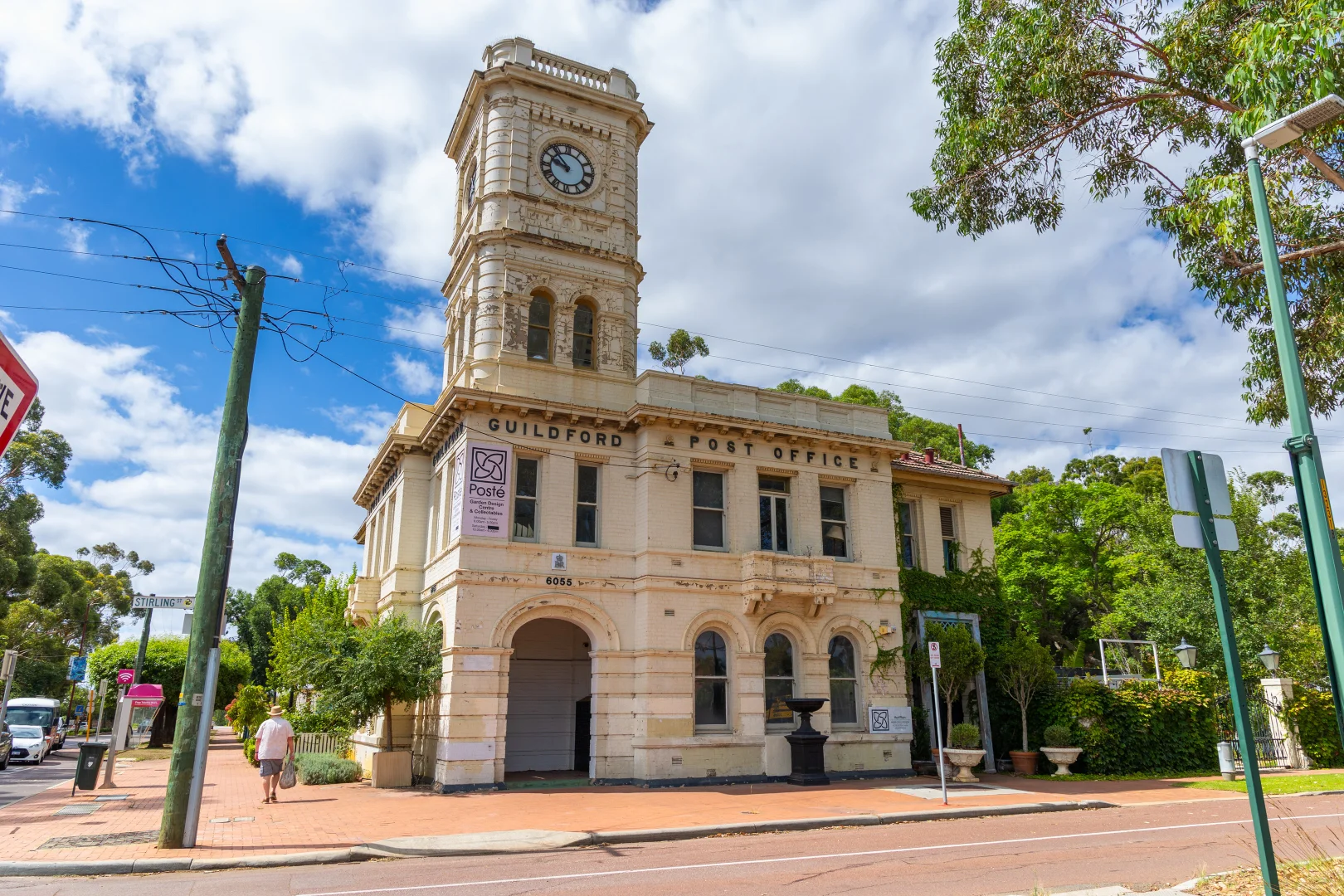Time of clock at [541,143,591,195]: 9:53
